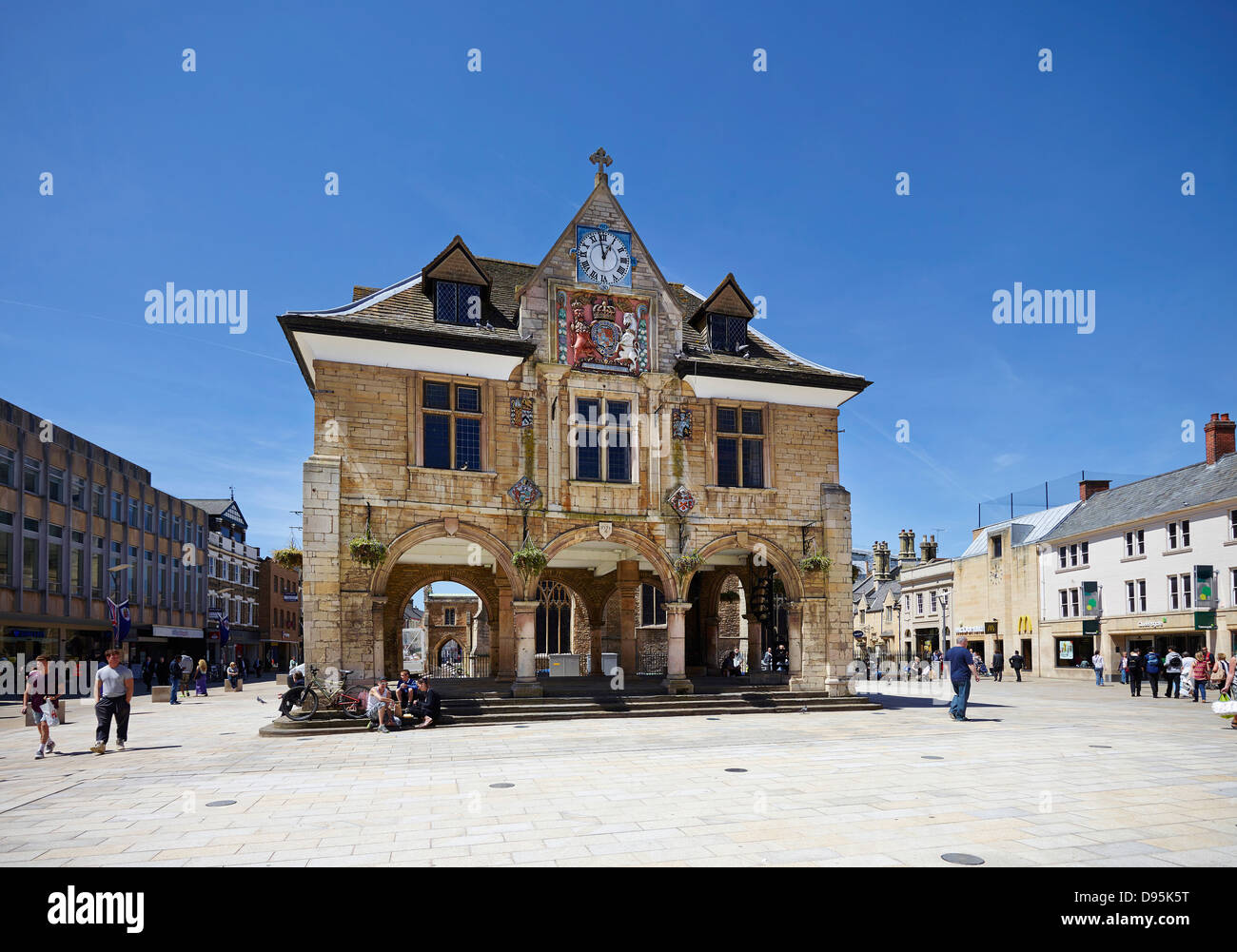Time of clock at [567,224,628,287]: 12:58
